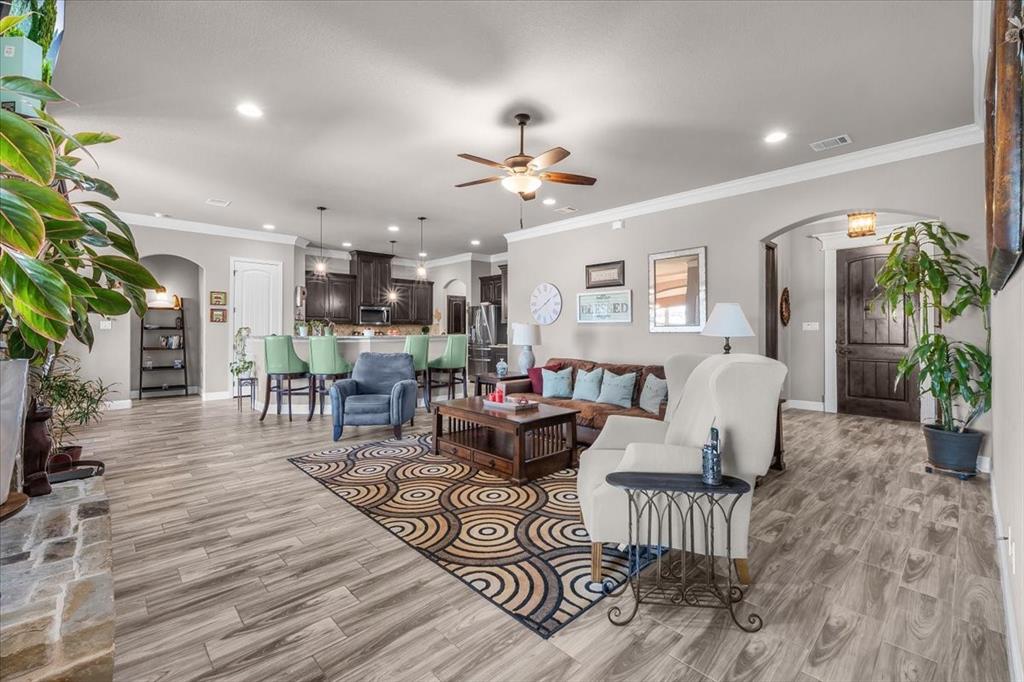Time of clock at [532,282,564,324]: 1:39
